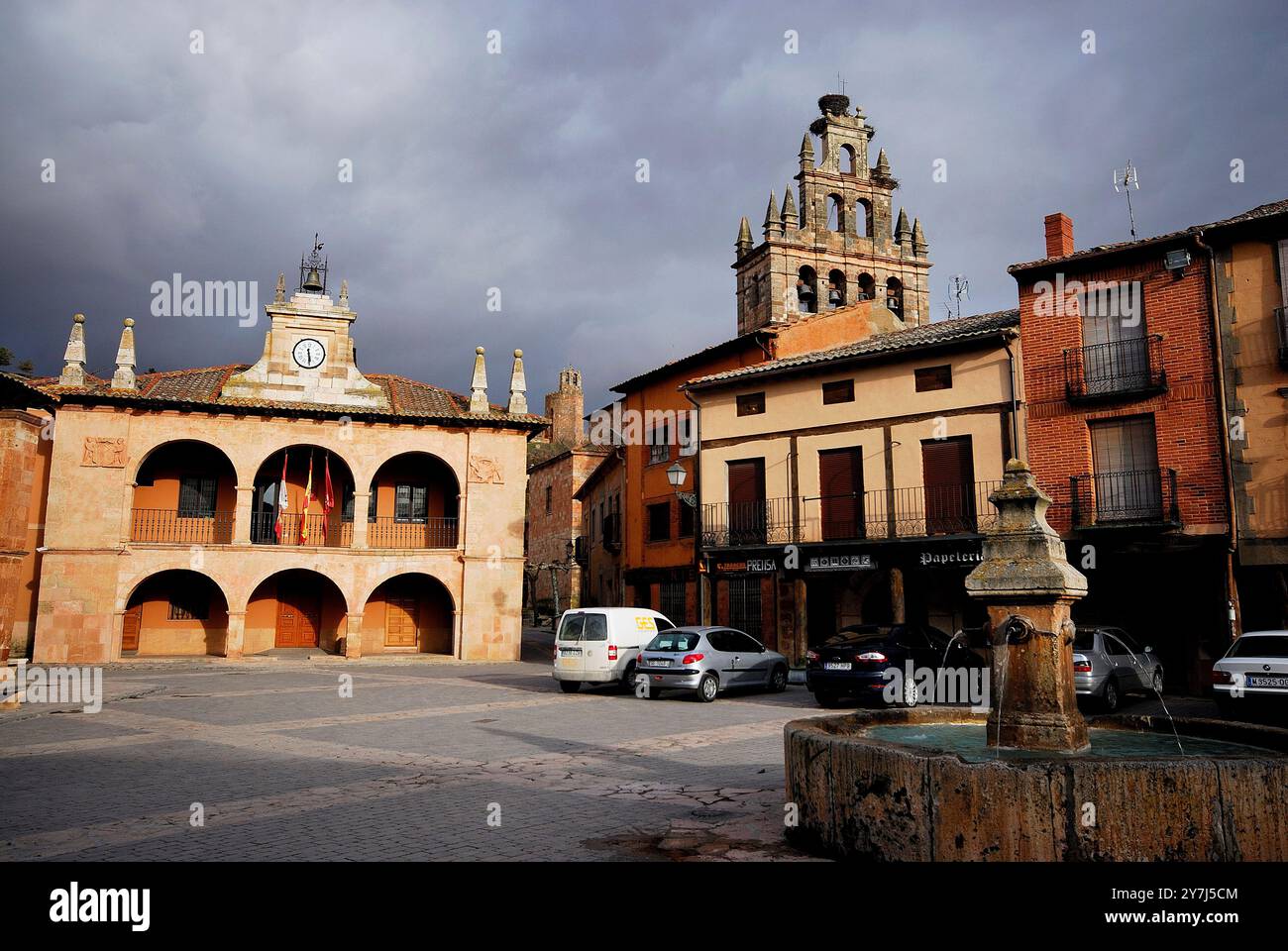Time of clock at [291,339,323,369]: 5:29
